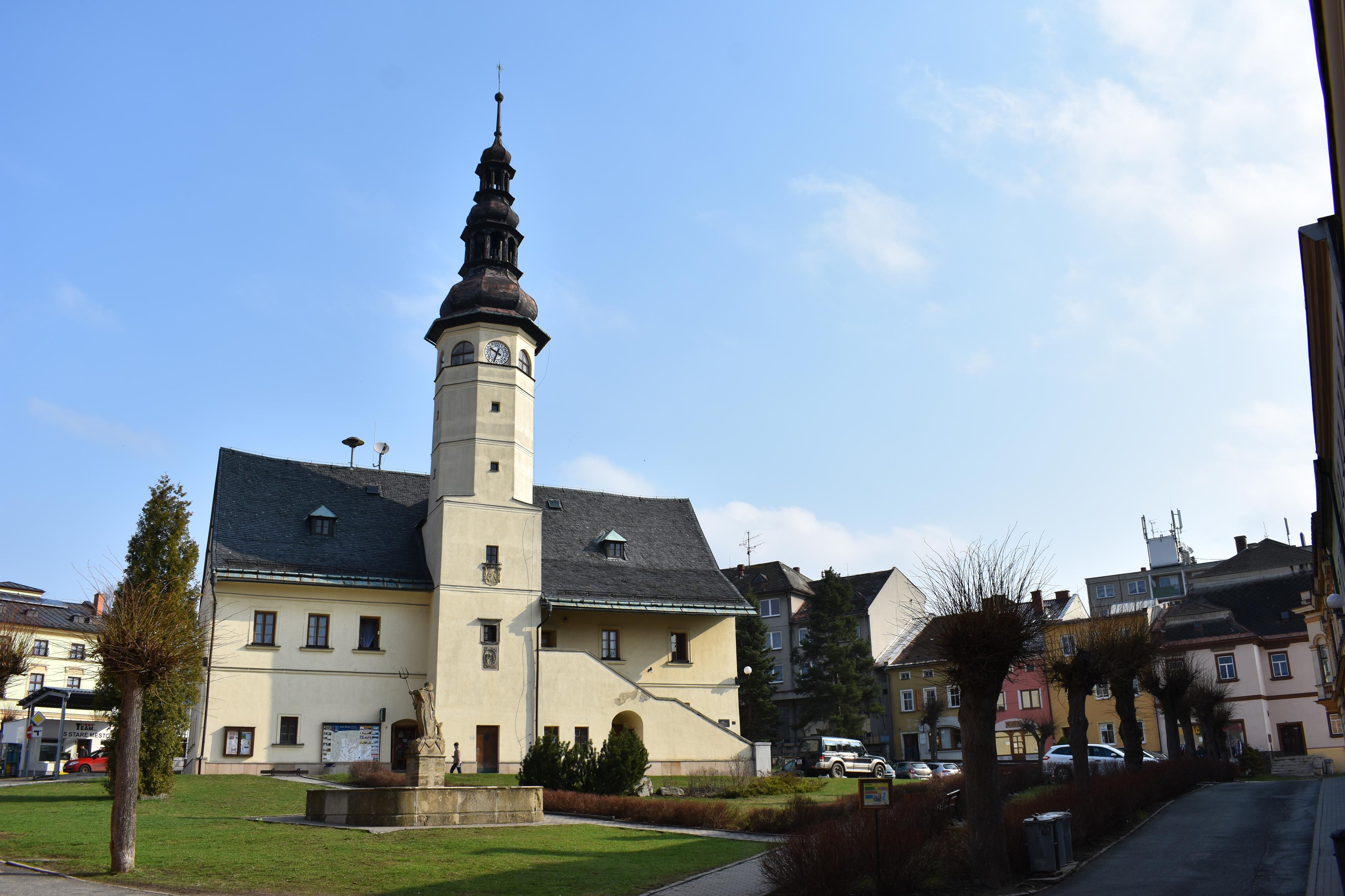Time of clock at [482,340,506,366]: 9:33
